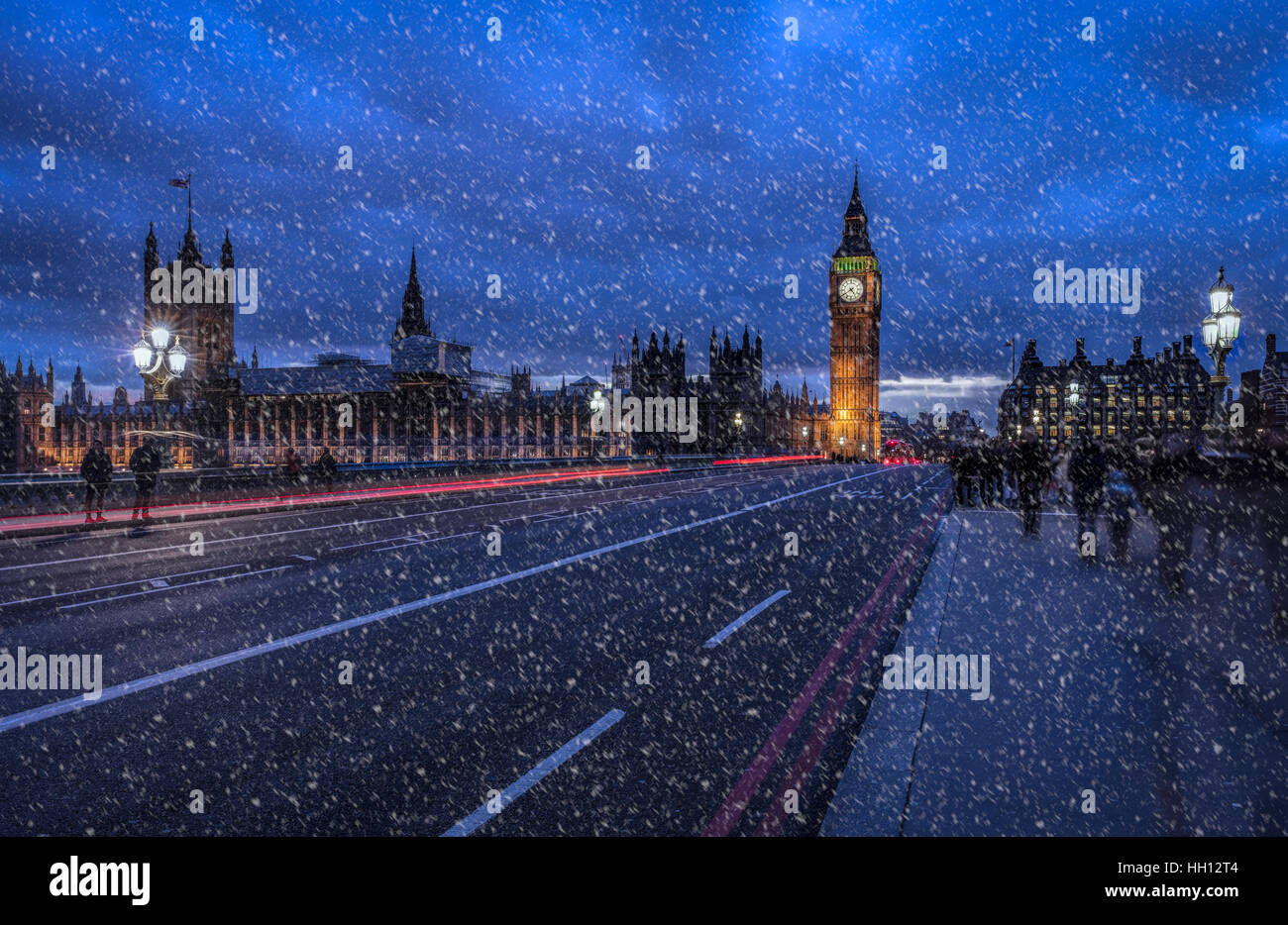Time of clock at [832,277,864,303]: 4:39
